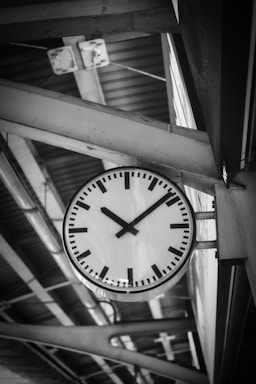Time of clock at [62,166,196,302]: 10:08
